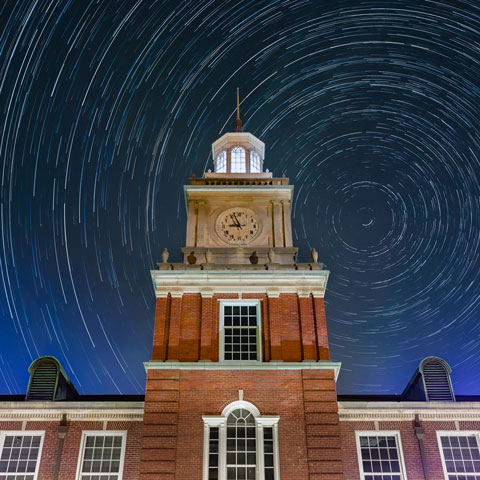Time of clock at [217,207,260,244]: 8:56
